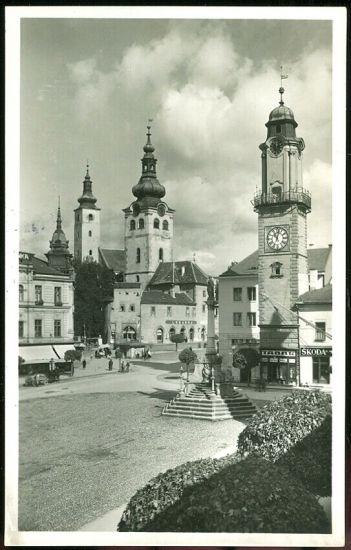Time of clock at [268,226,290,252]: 11:02
